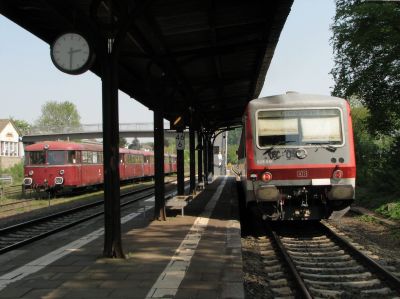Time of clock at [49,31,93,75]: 2:29
